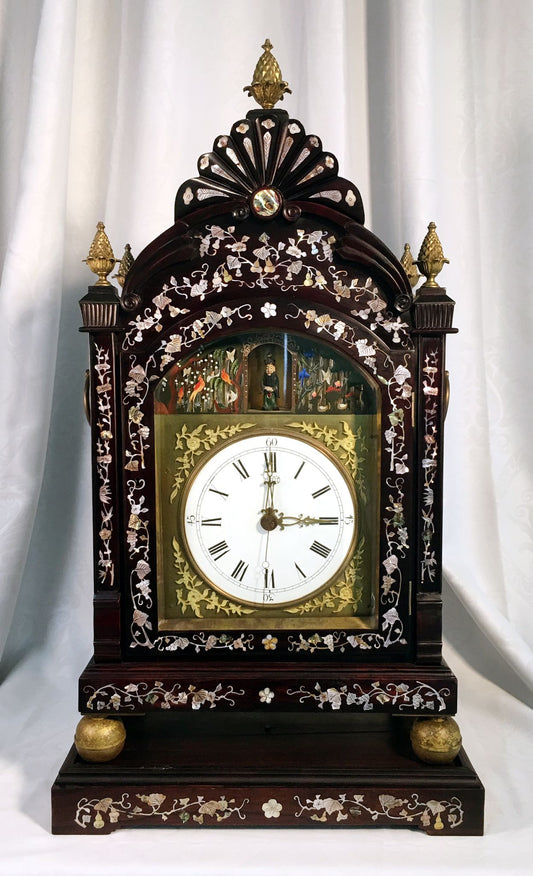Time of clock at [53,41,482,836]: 12:14
